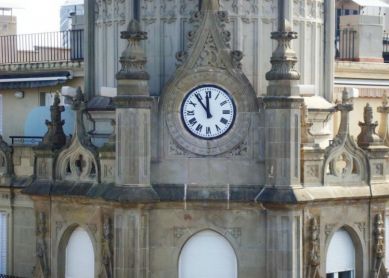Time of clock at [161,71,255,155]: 11:53
